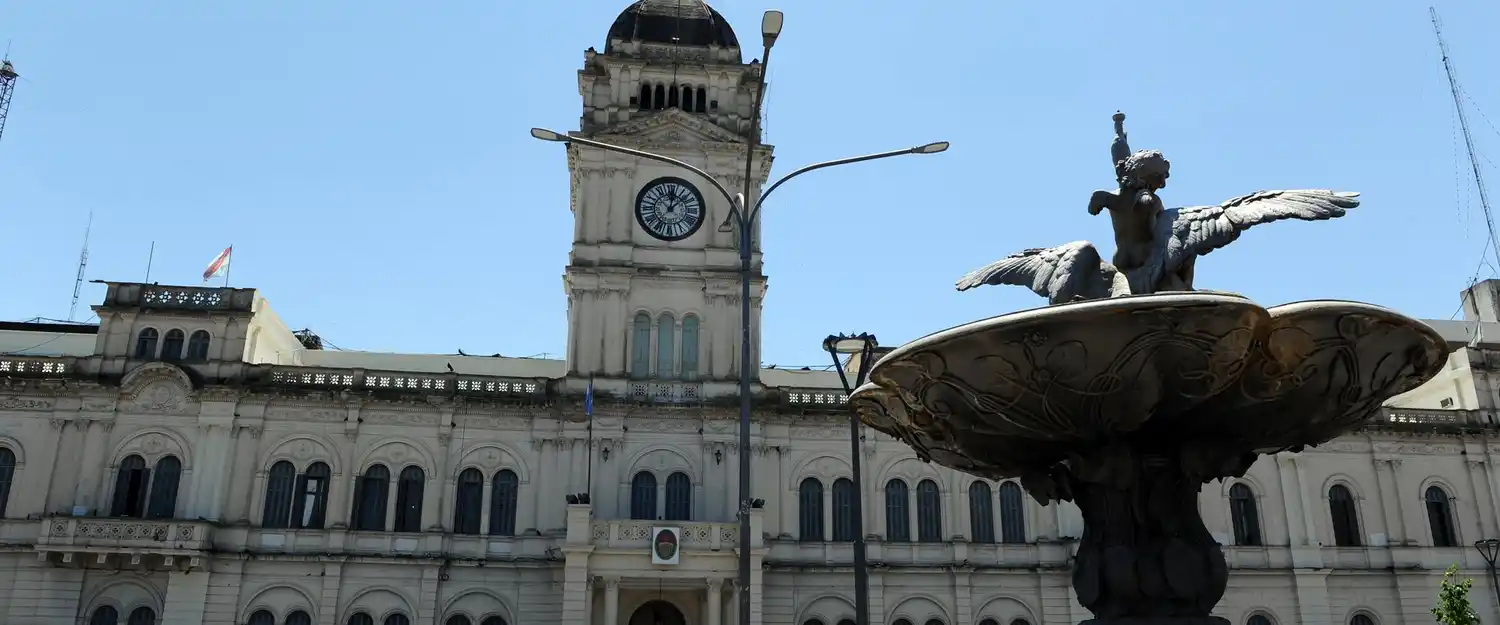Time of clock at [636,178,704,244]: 12:07
